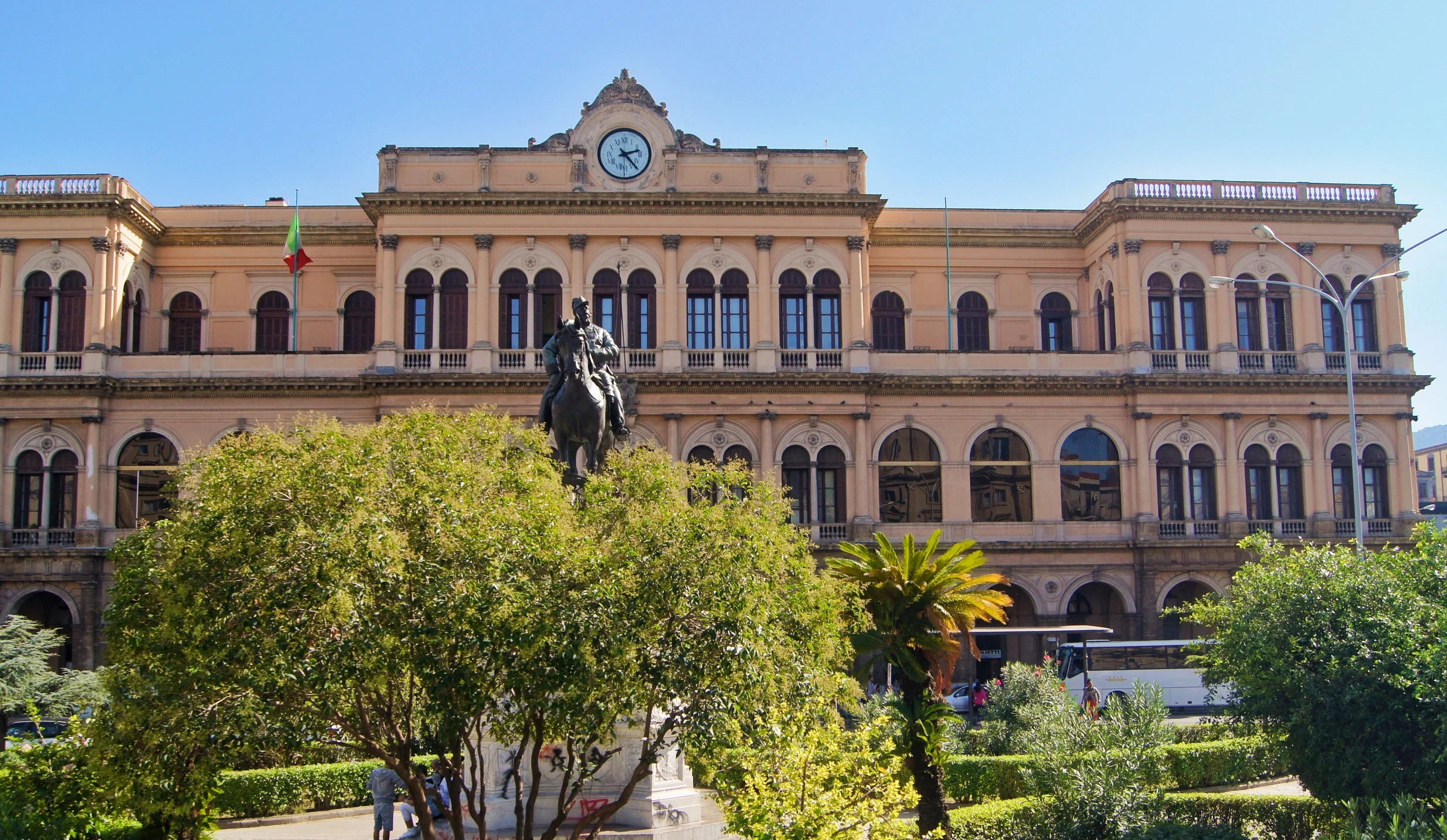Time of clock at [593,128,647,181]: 2:23
